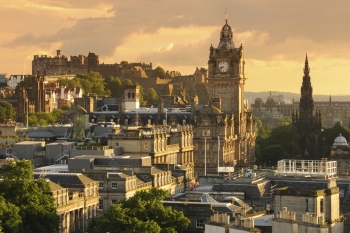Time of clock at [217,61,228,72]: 8:40
